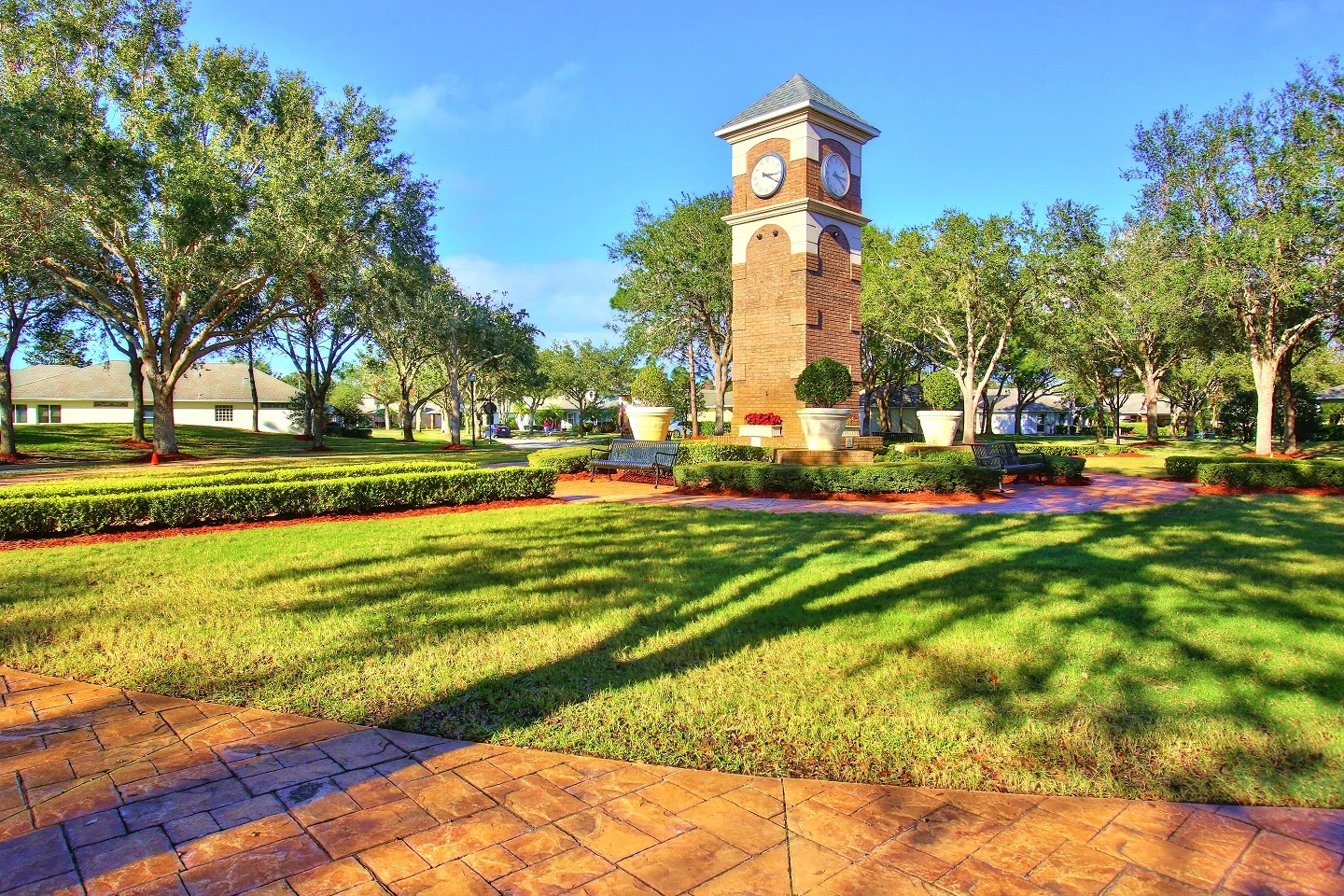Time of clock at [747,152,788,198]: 3:20
